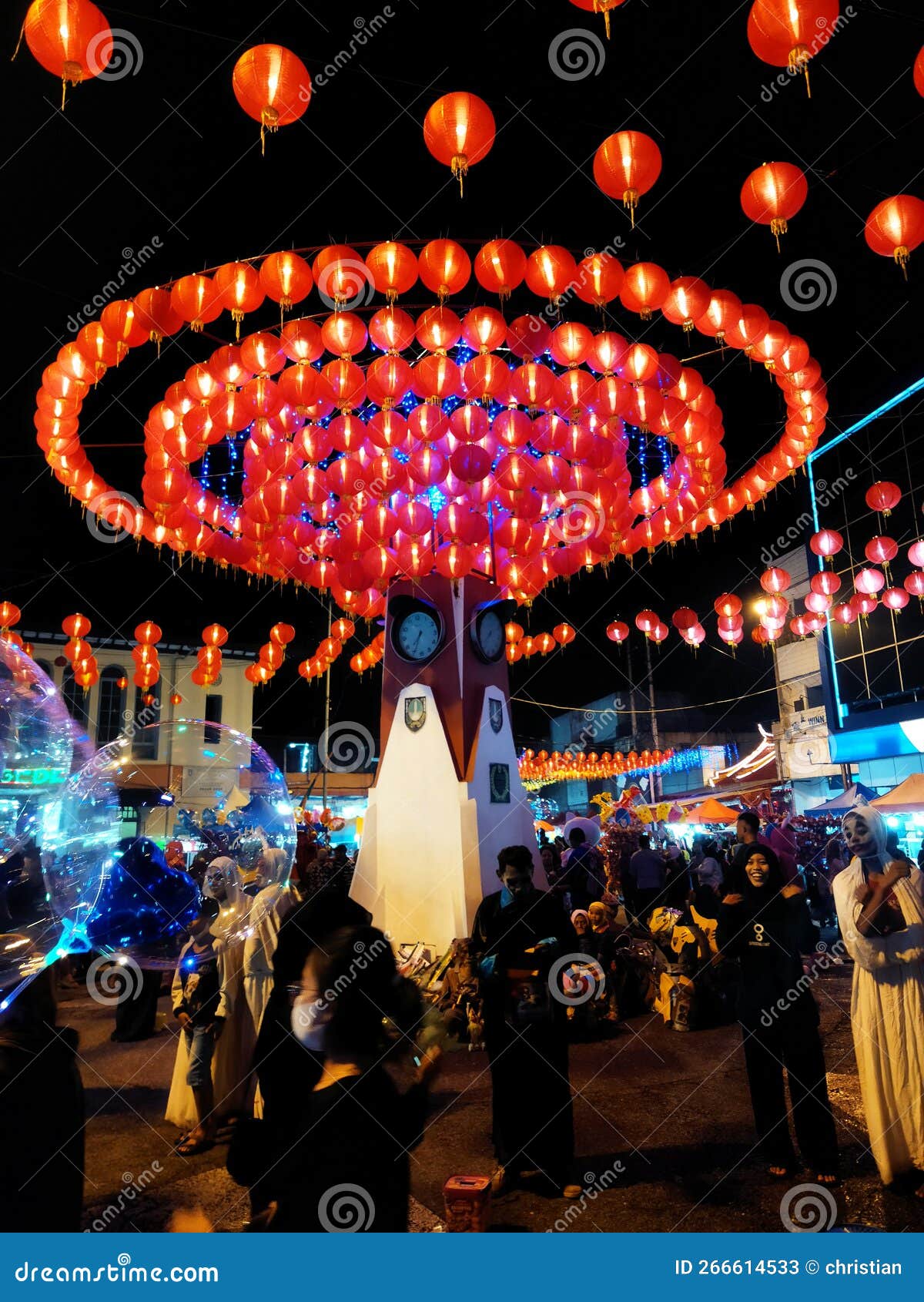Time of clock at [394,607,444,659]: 7:35
